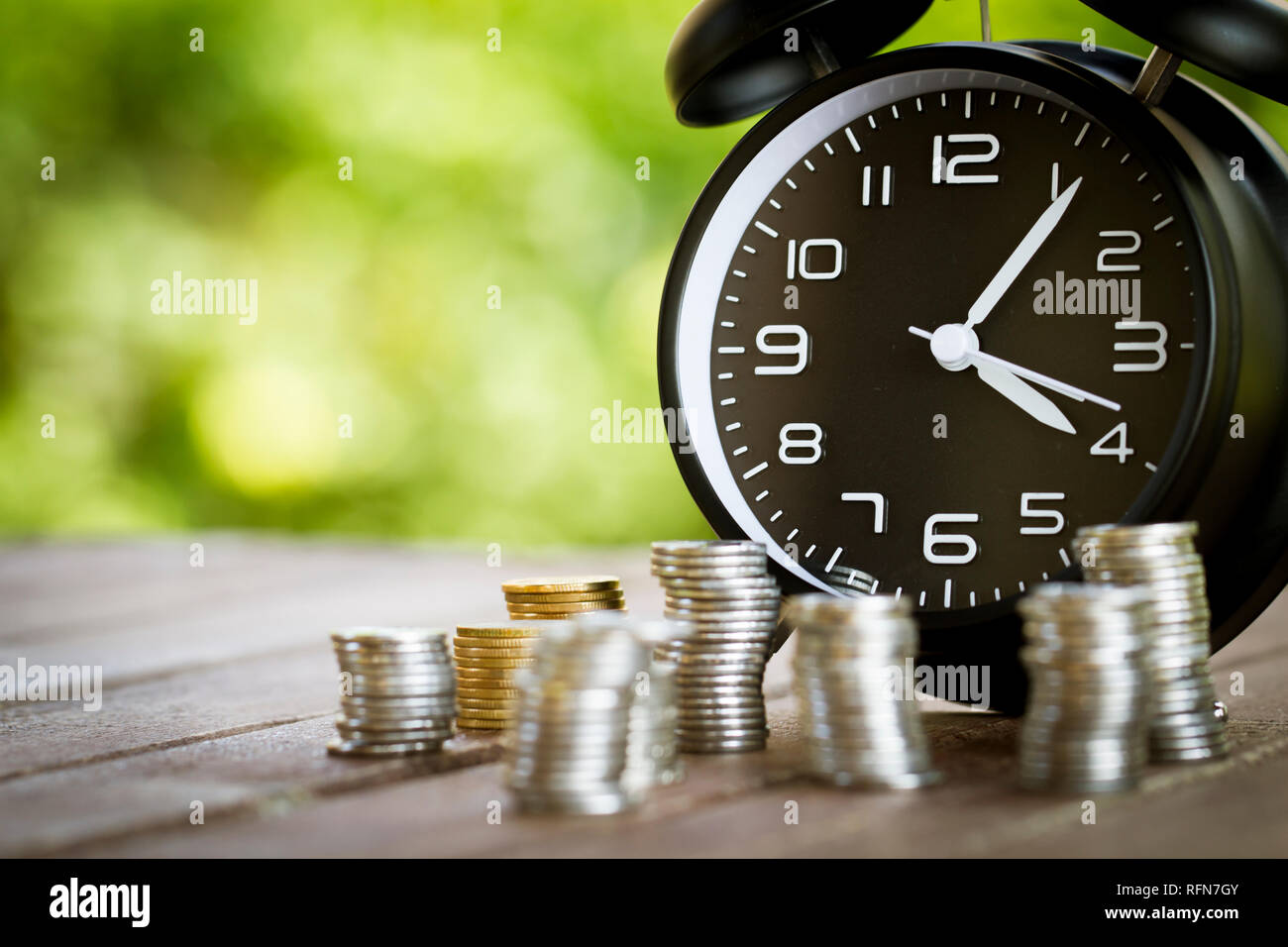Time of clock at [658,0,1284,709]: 4:06
